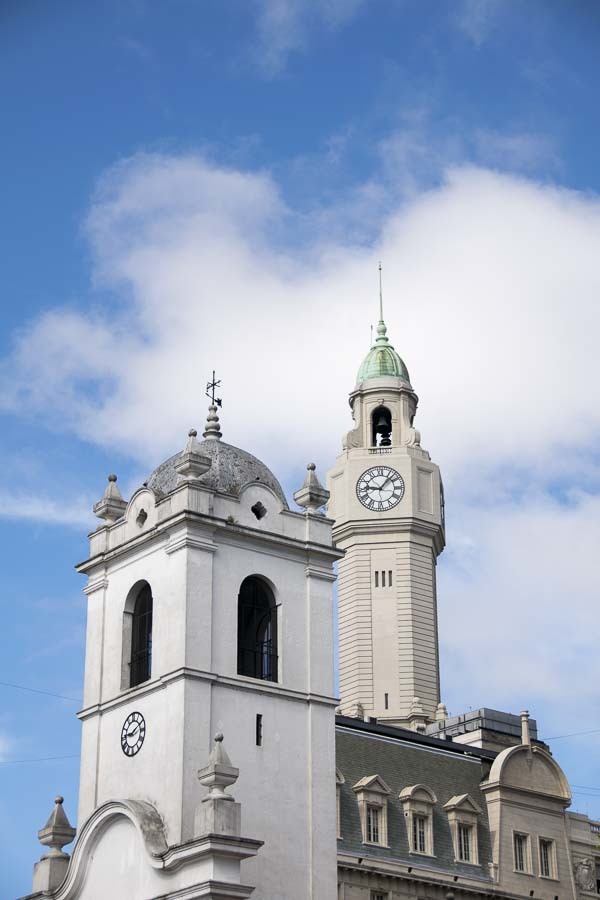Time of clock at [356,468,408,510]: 9:07
